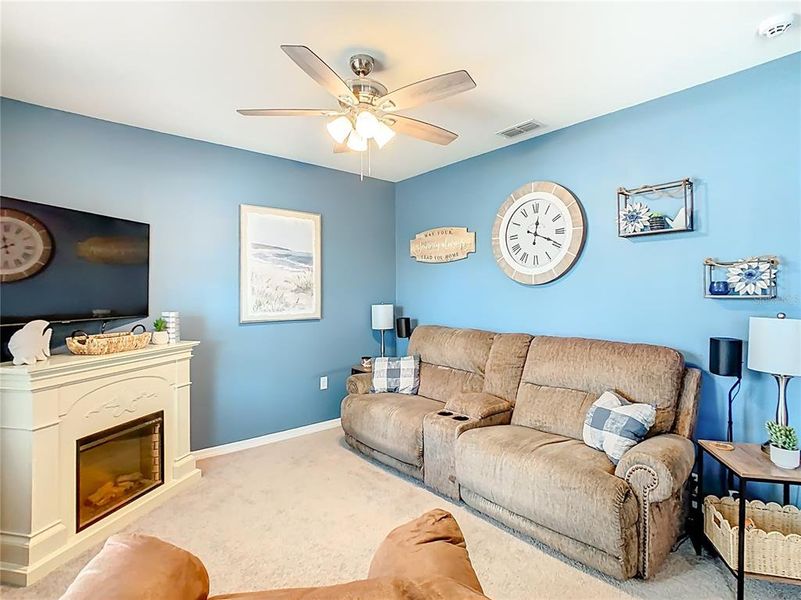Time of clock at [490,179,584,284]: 12:19
